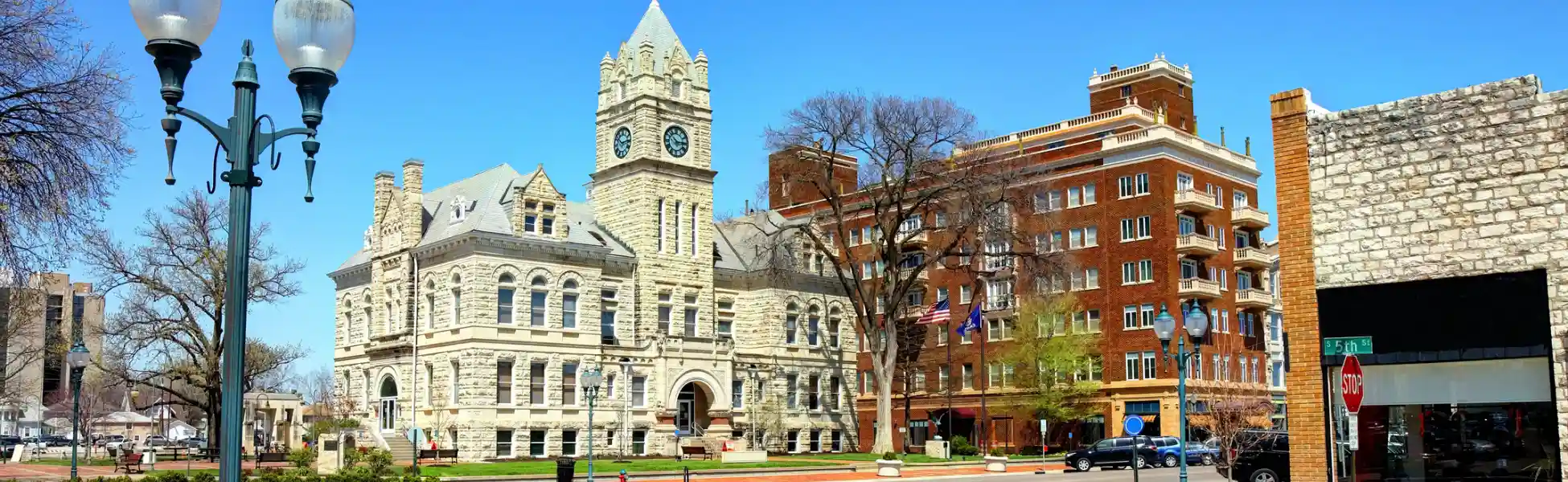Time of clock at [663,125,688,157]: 2:52
